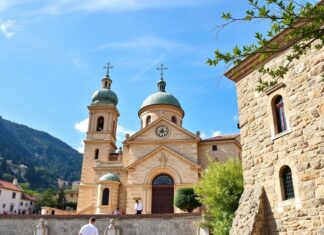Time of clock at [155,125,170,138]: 7:17
